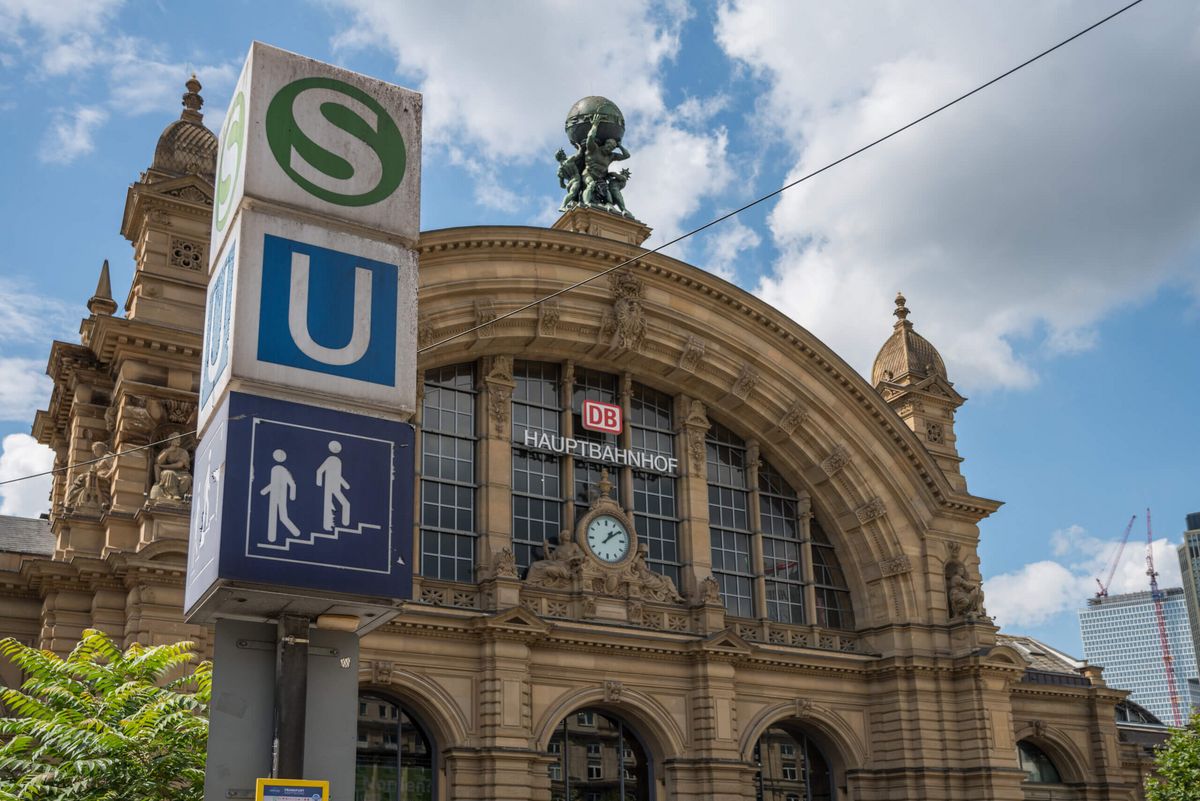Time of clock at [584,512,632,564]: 1:09
